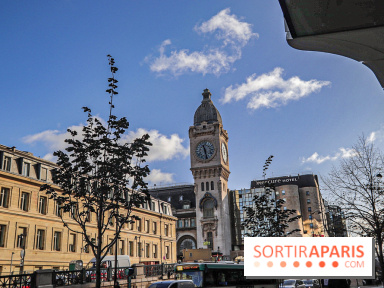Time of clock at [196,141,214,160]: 11:28
